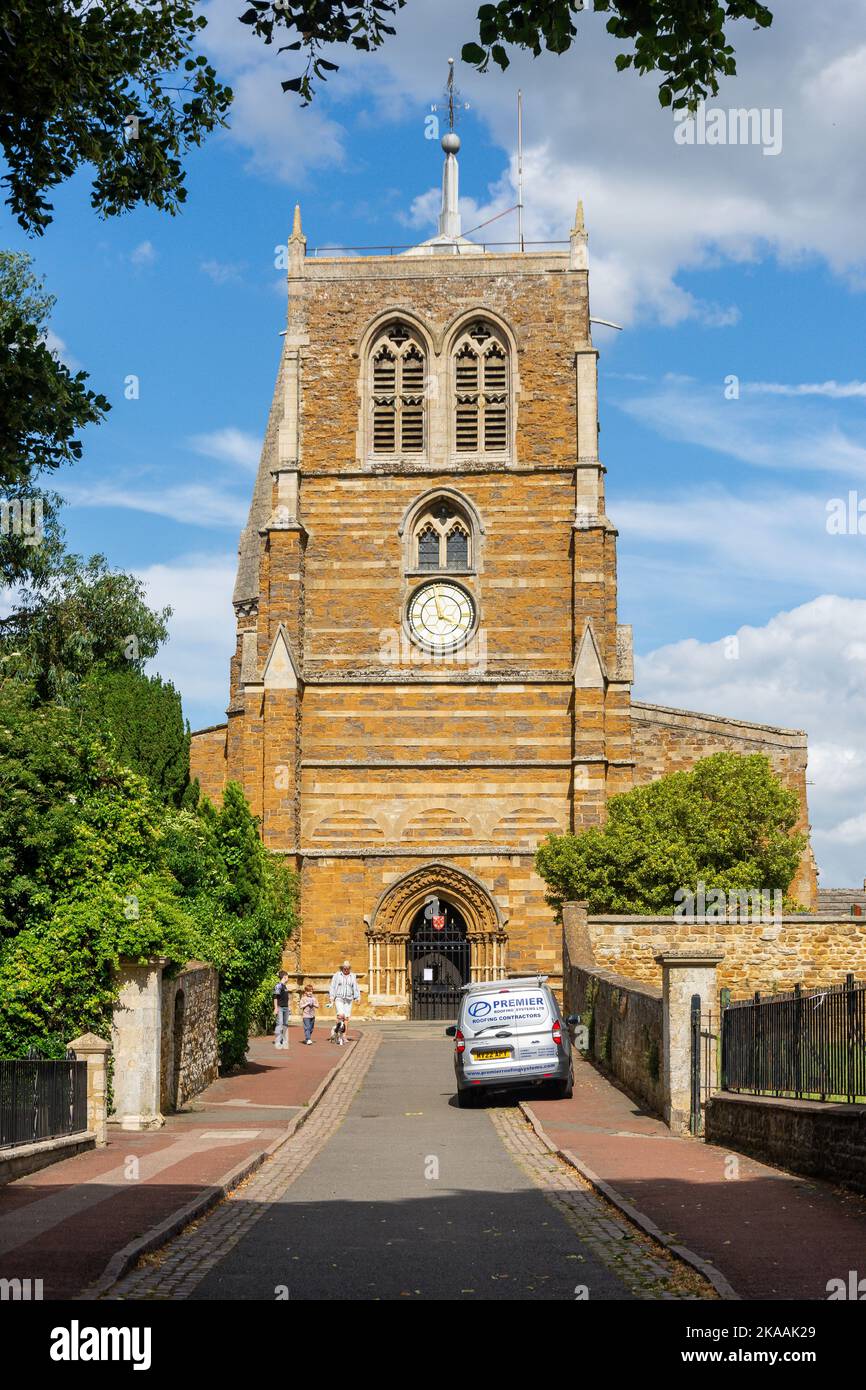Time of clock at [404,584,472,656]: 3:57
